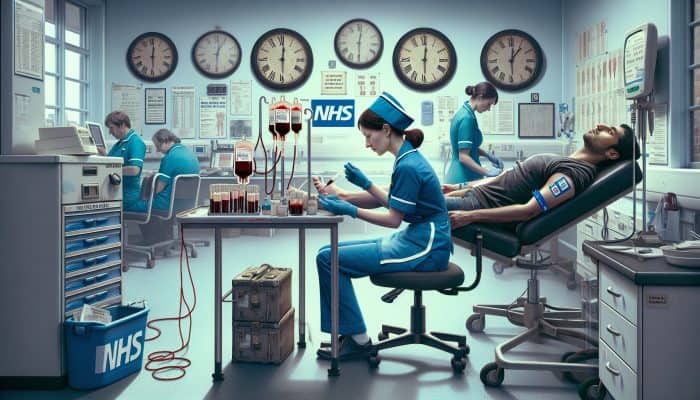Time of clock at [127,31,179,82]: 6:00
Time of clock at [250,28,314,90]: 6:00
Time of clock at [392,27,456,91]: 6:00
